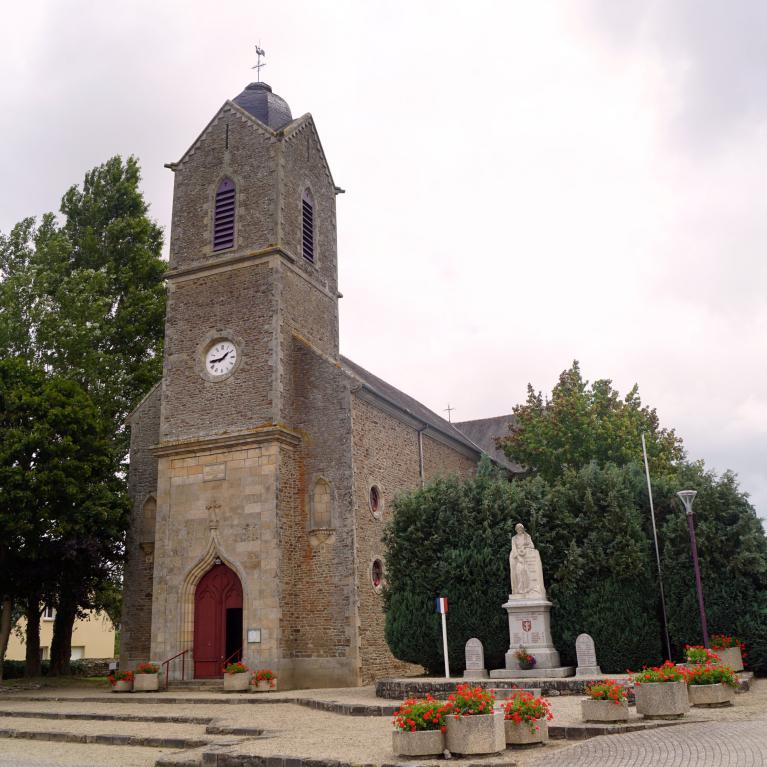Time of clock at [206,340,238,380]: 1:44
